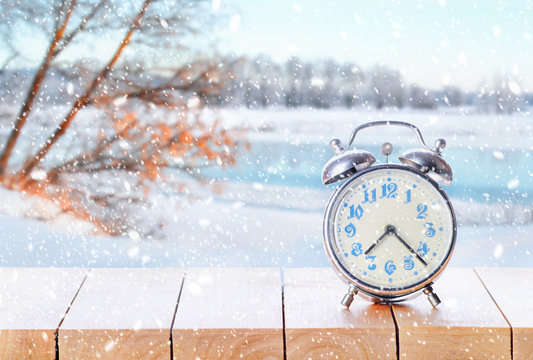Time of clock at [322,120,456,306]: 7:22
